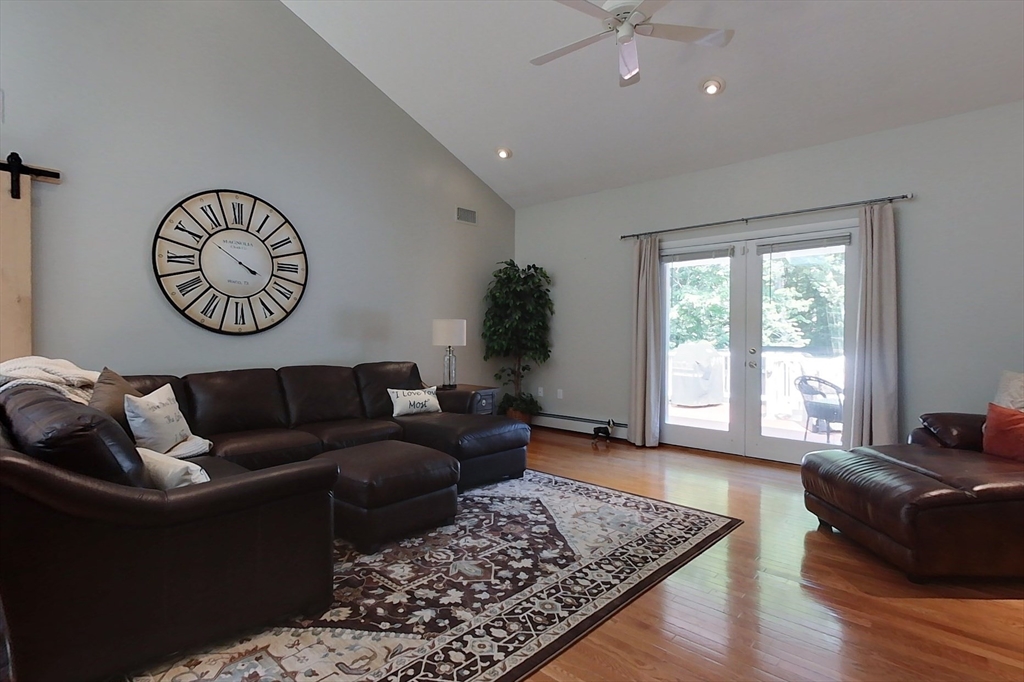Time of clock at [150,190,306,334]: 3:51
